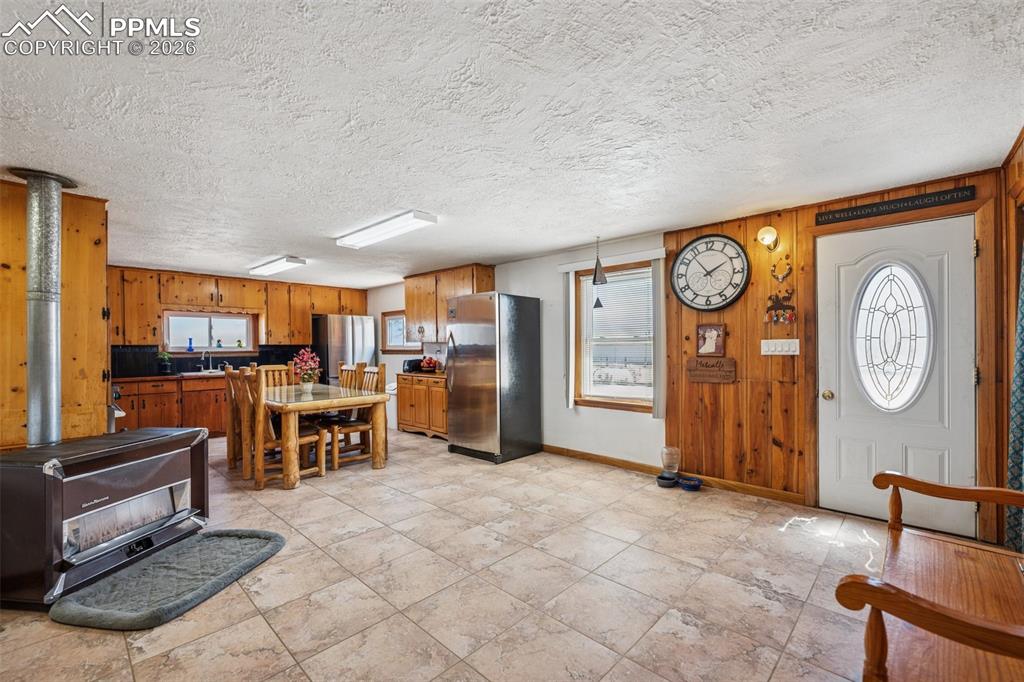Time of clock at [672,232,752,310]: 1:53
